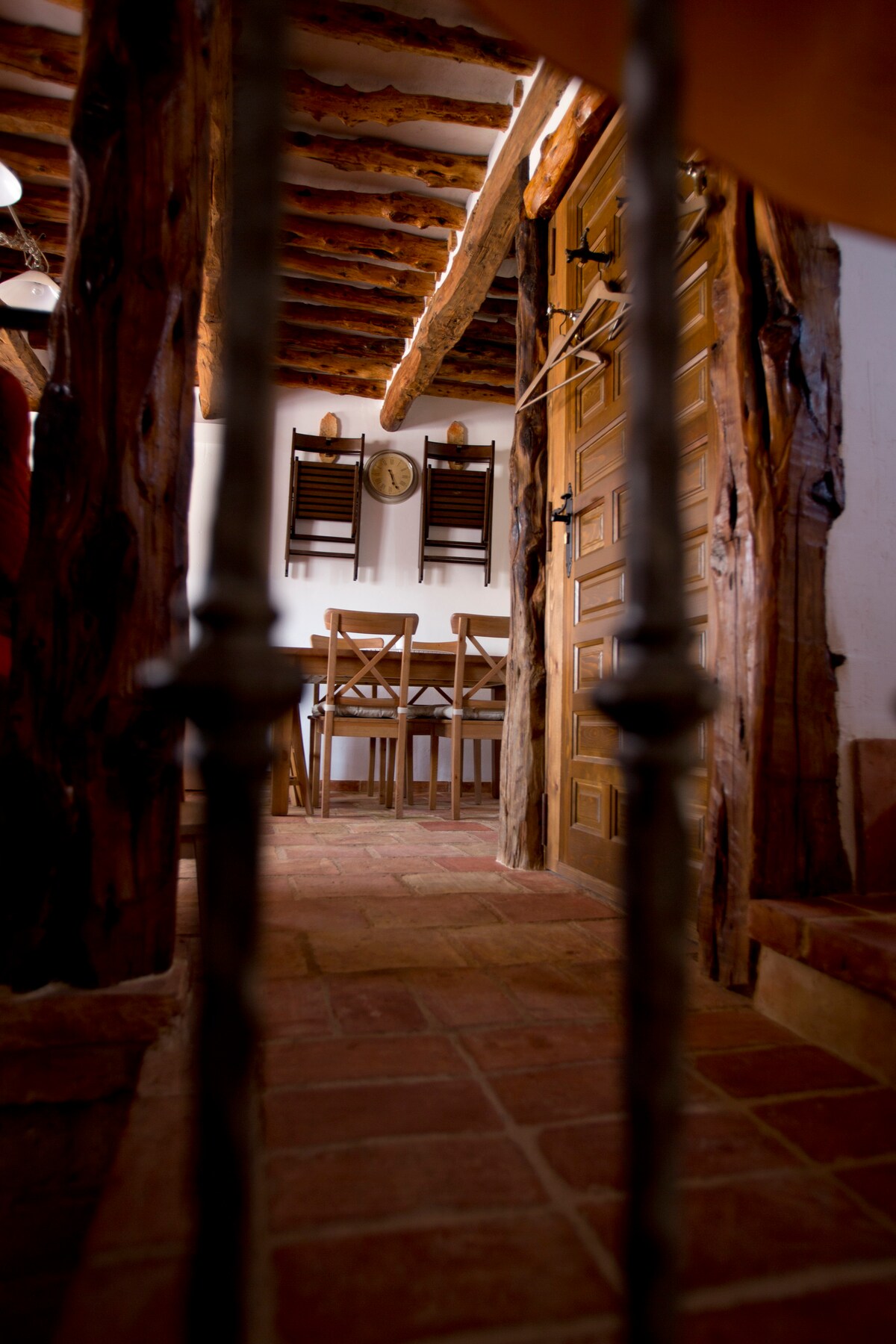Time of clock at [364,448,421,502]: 5:26
